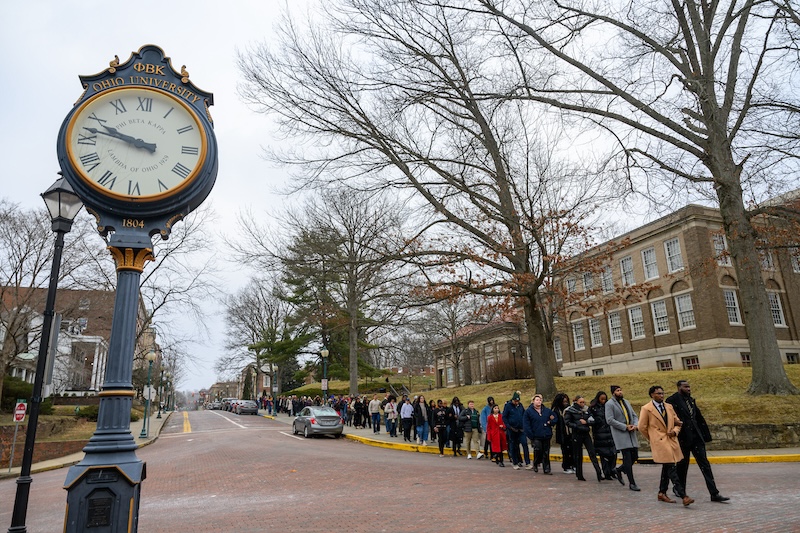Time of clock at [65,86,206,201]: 9:47
